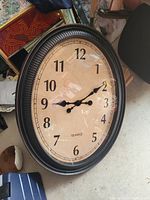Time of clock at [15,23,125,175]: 9:10
